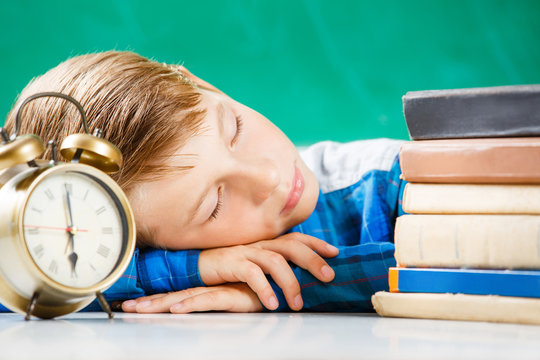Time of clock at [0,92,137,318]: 5:59
